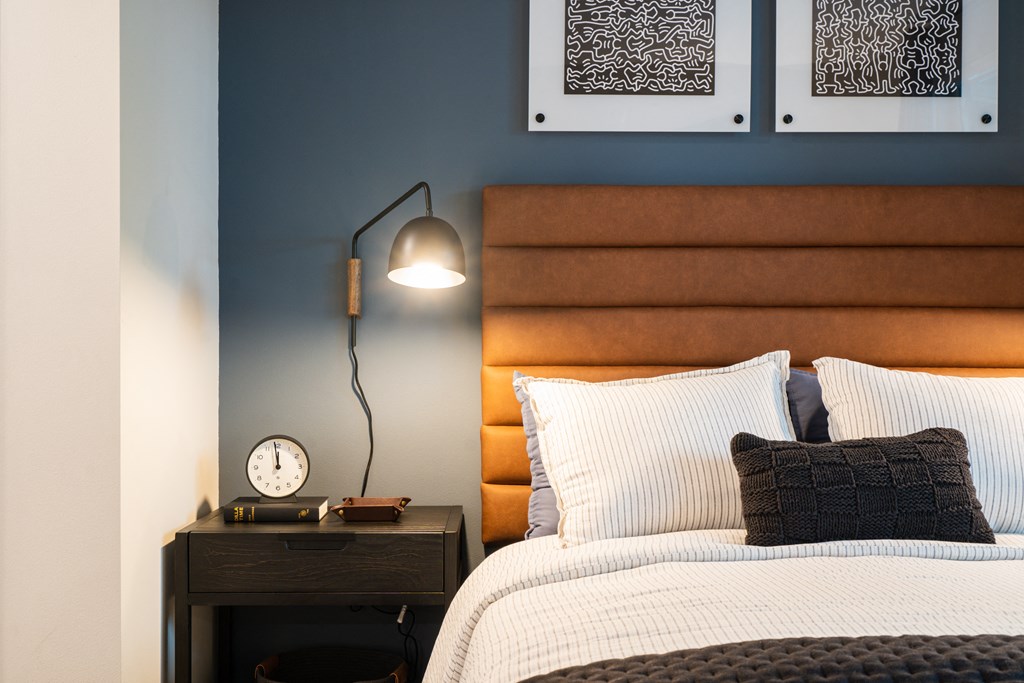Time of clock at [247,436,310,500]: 11:58
